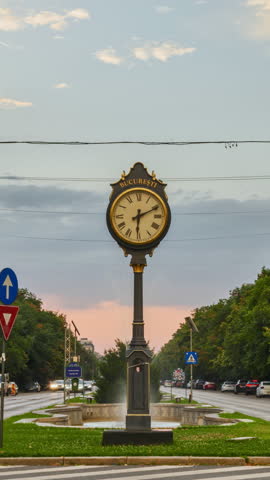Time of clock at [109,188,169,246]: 6:10
